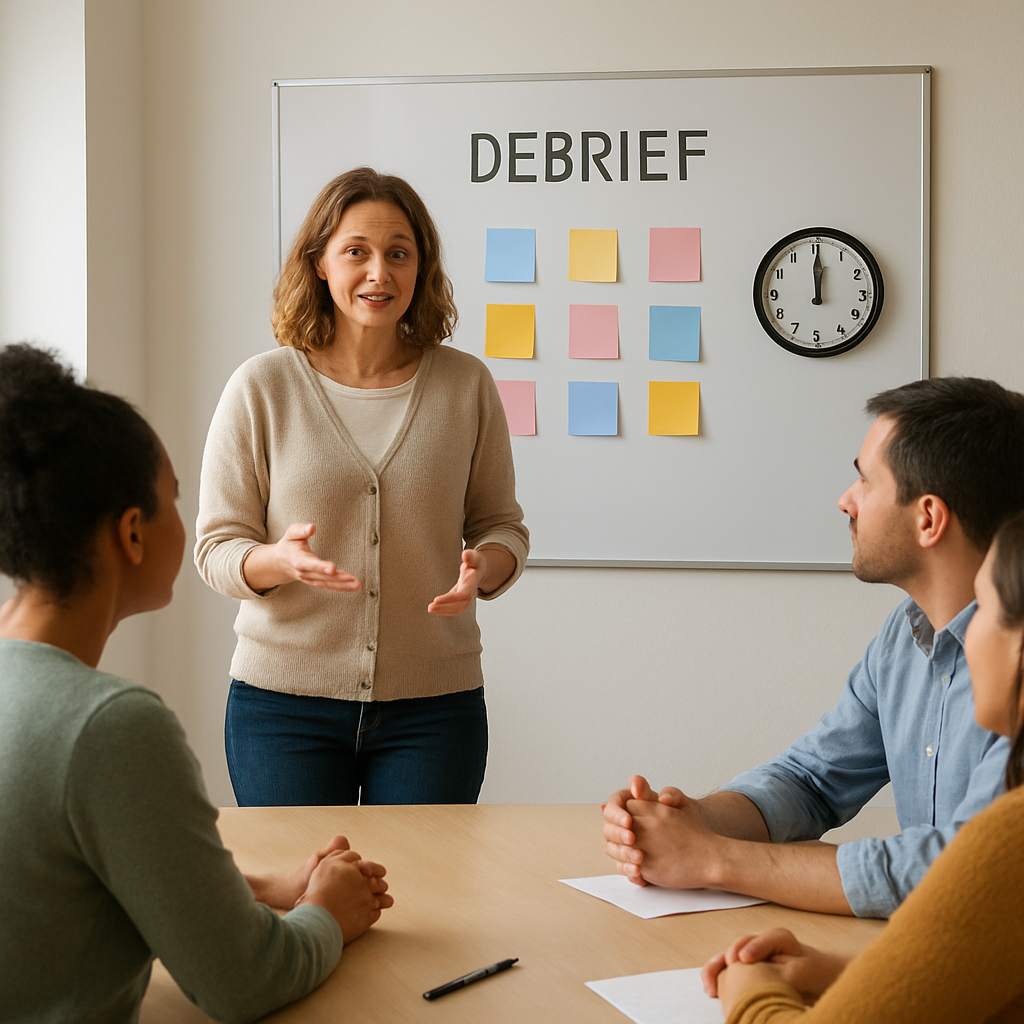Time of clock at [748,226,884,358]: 11:59
